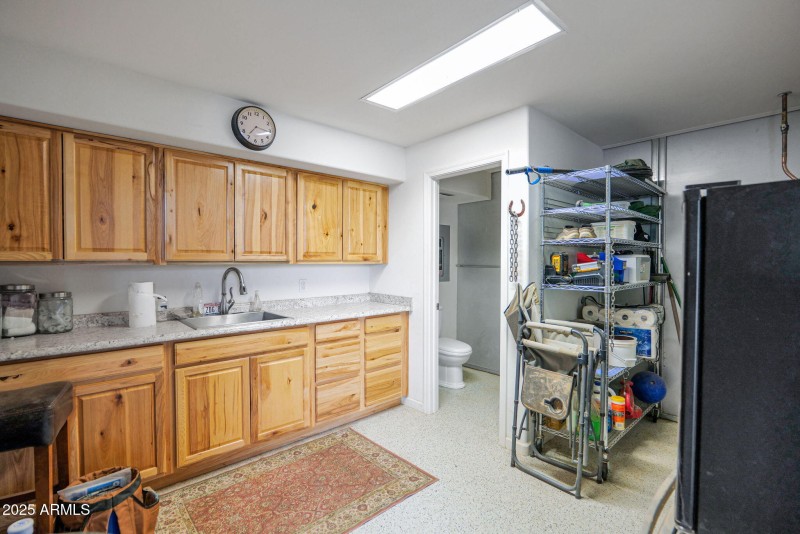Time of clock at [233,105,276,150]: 7:15
